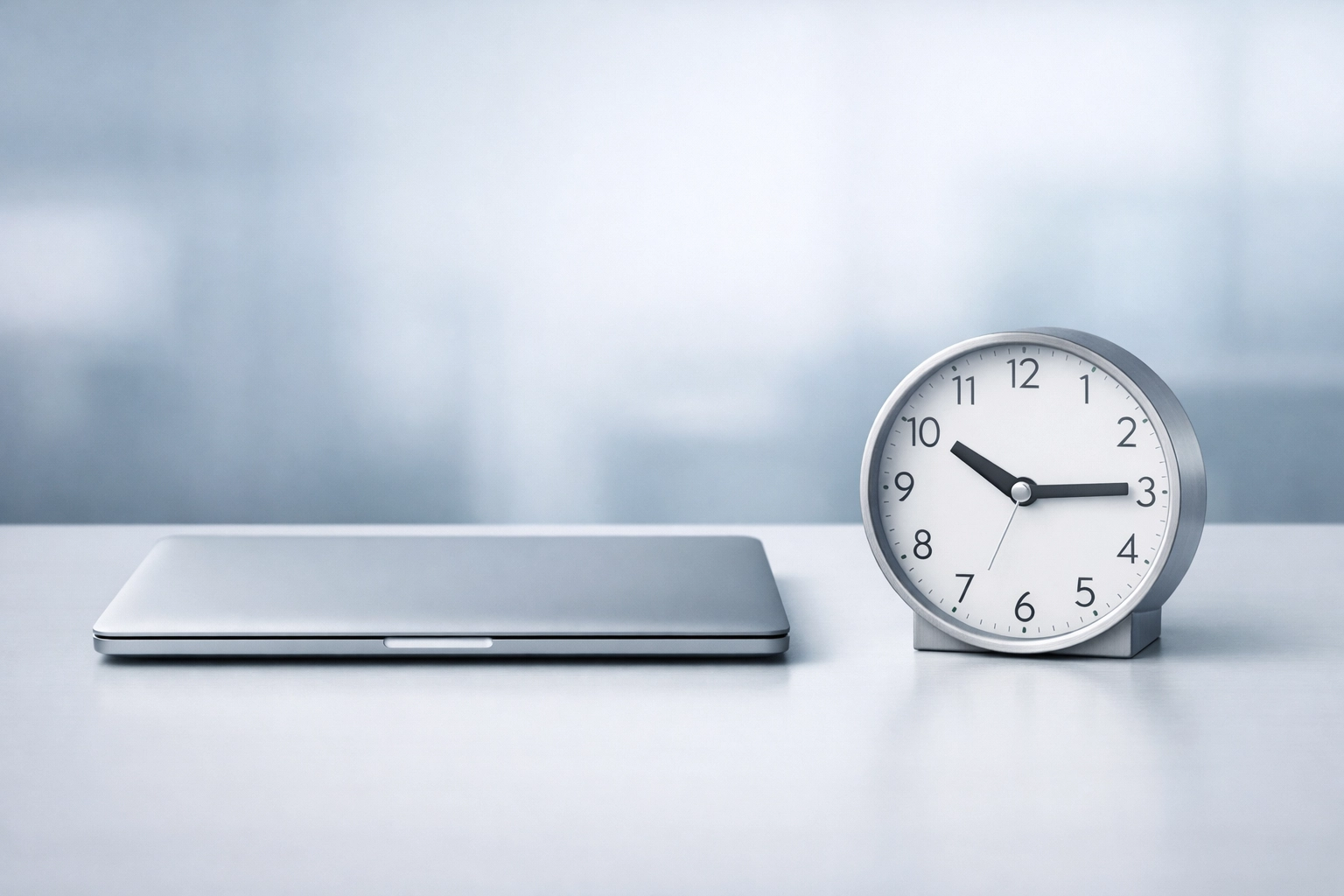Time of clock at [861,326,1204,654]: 10:14
